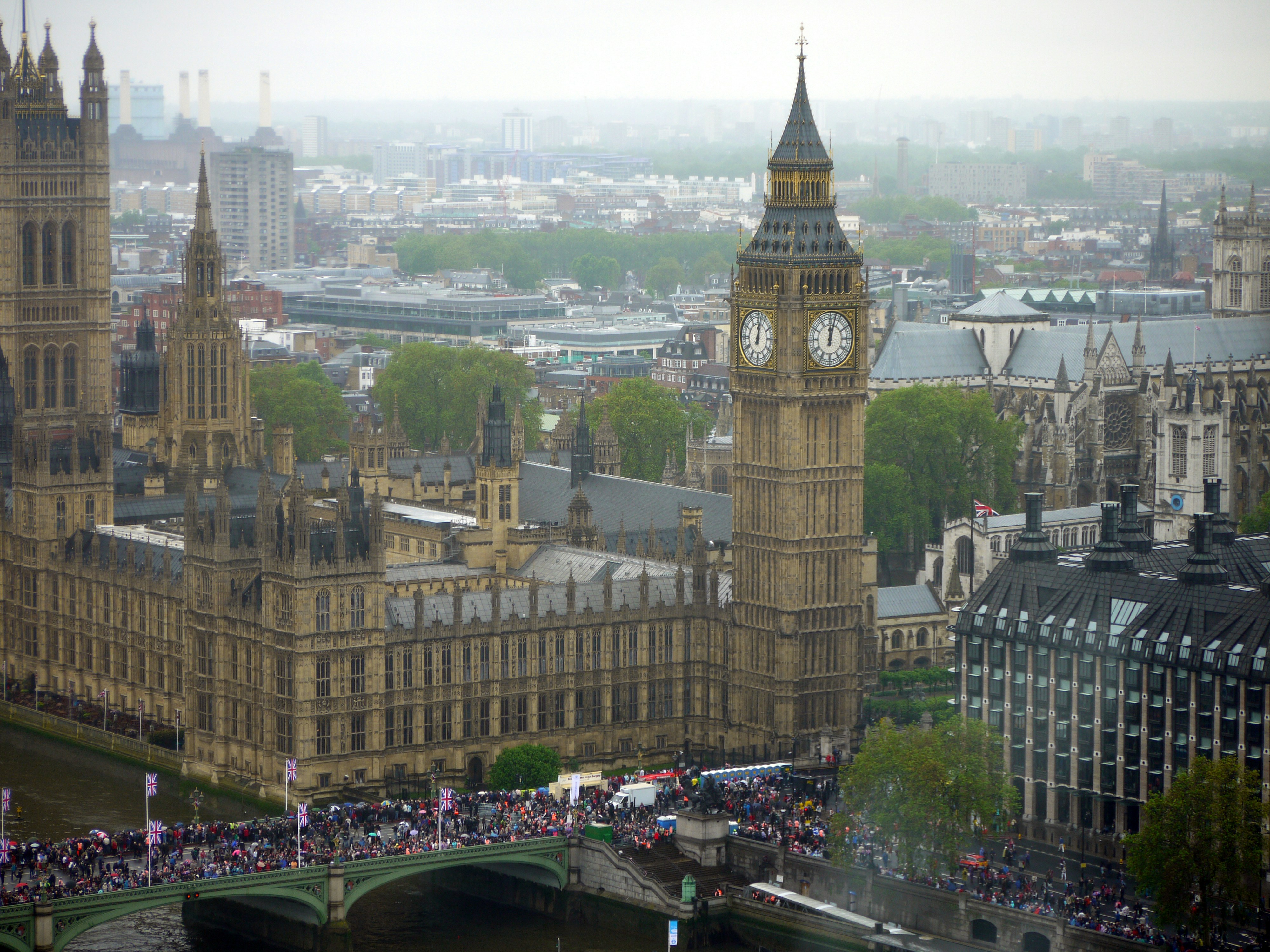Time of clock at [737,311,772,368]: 12:02
